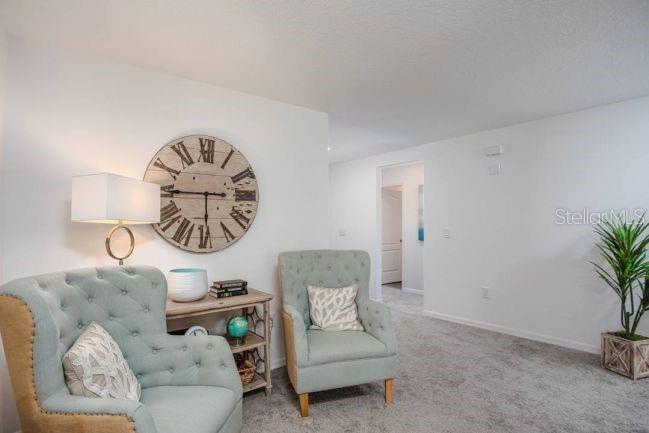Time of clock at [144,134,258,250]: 5:45
